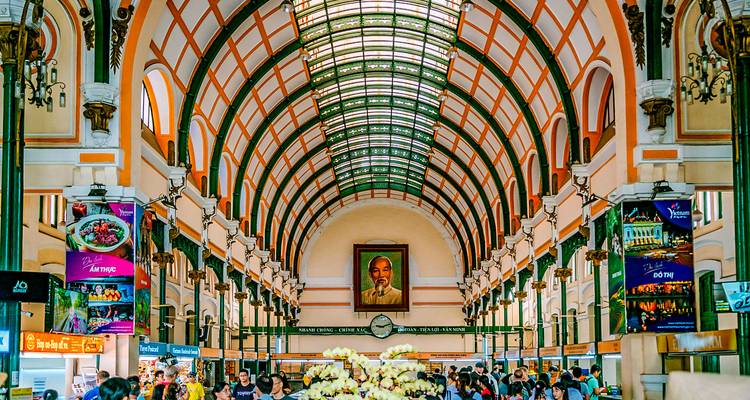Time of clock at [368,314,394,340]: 9:12
